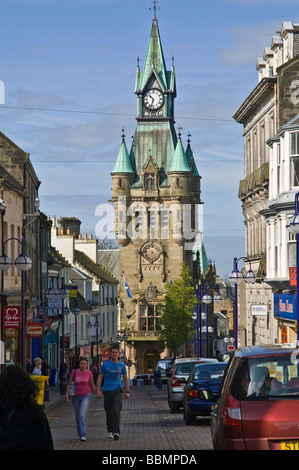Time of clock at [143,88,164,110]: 10:33
